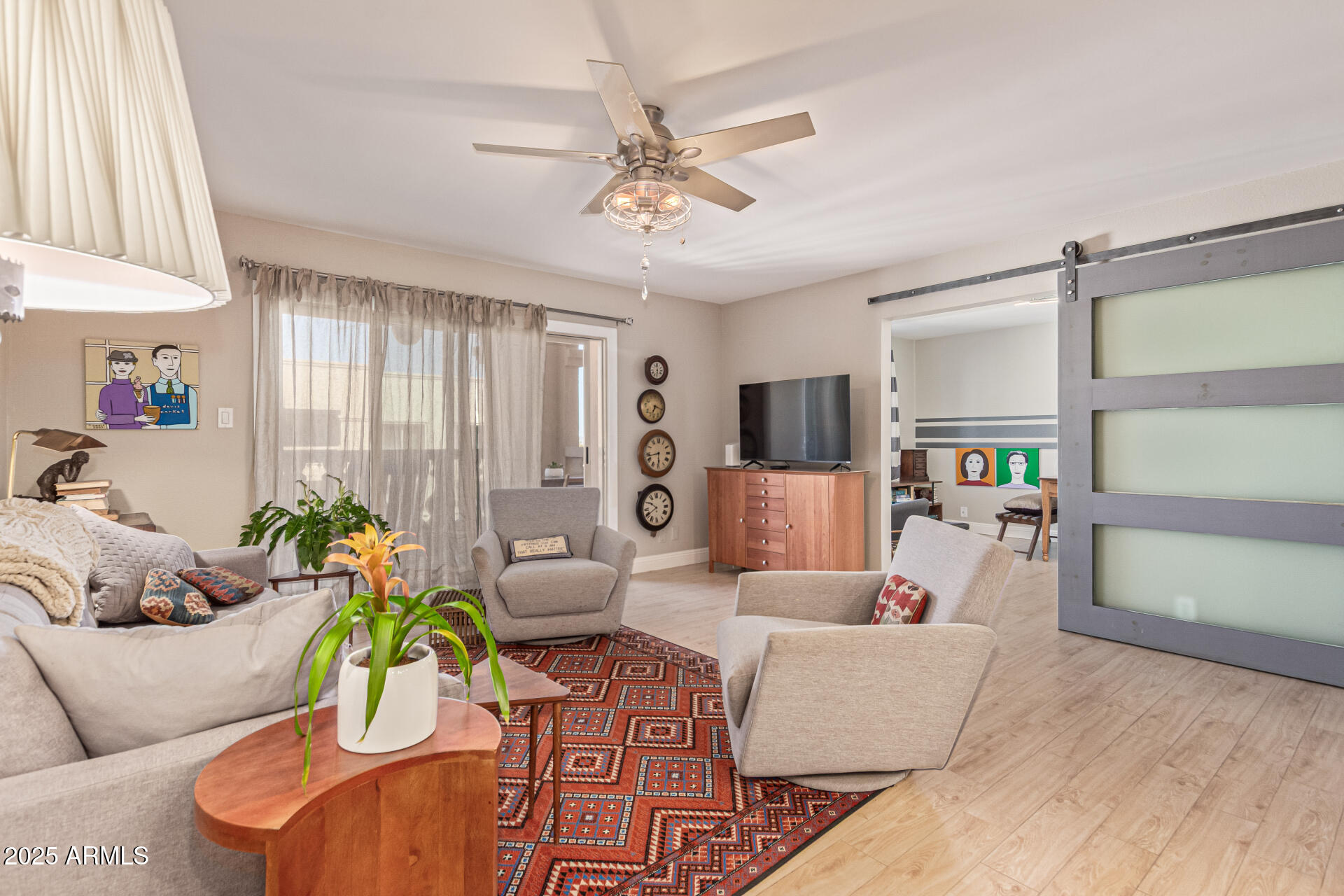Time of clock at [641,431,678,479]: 5:42
